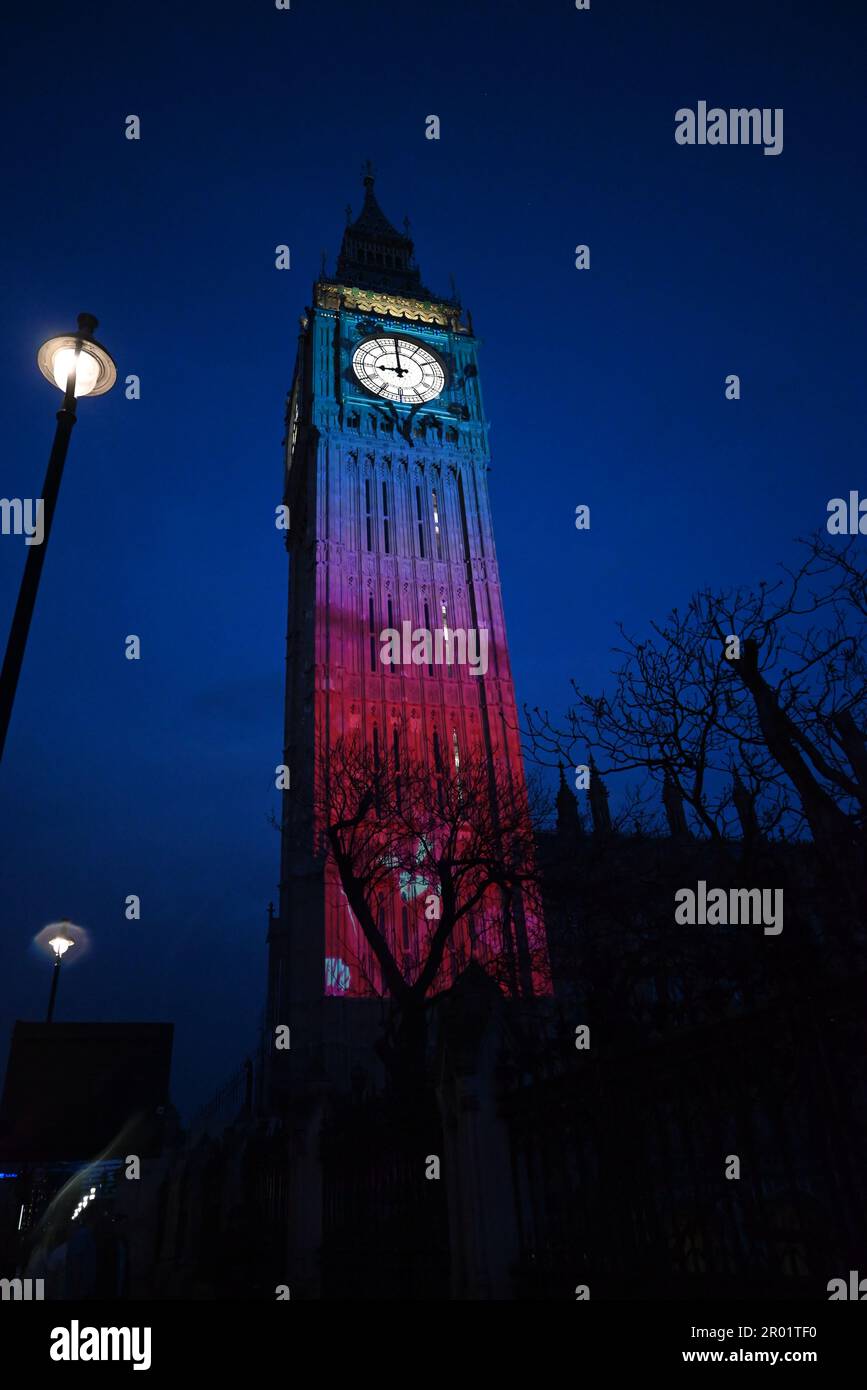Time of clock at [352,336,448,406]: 8:59
